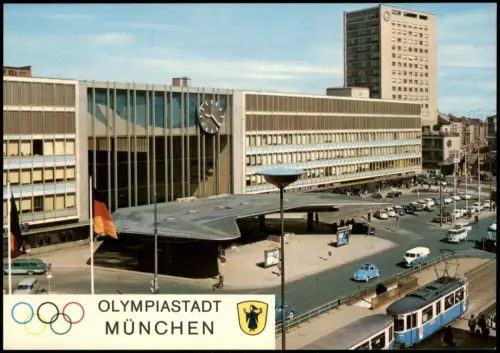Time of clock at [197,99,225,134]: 9:22
